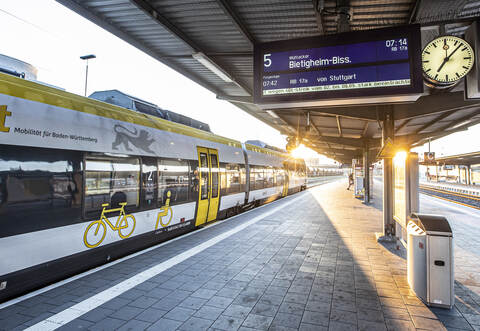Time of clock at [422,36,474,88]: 7:07
